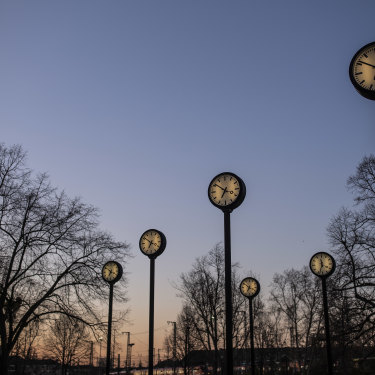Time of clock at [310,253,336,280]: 11:33
